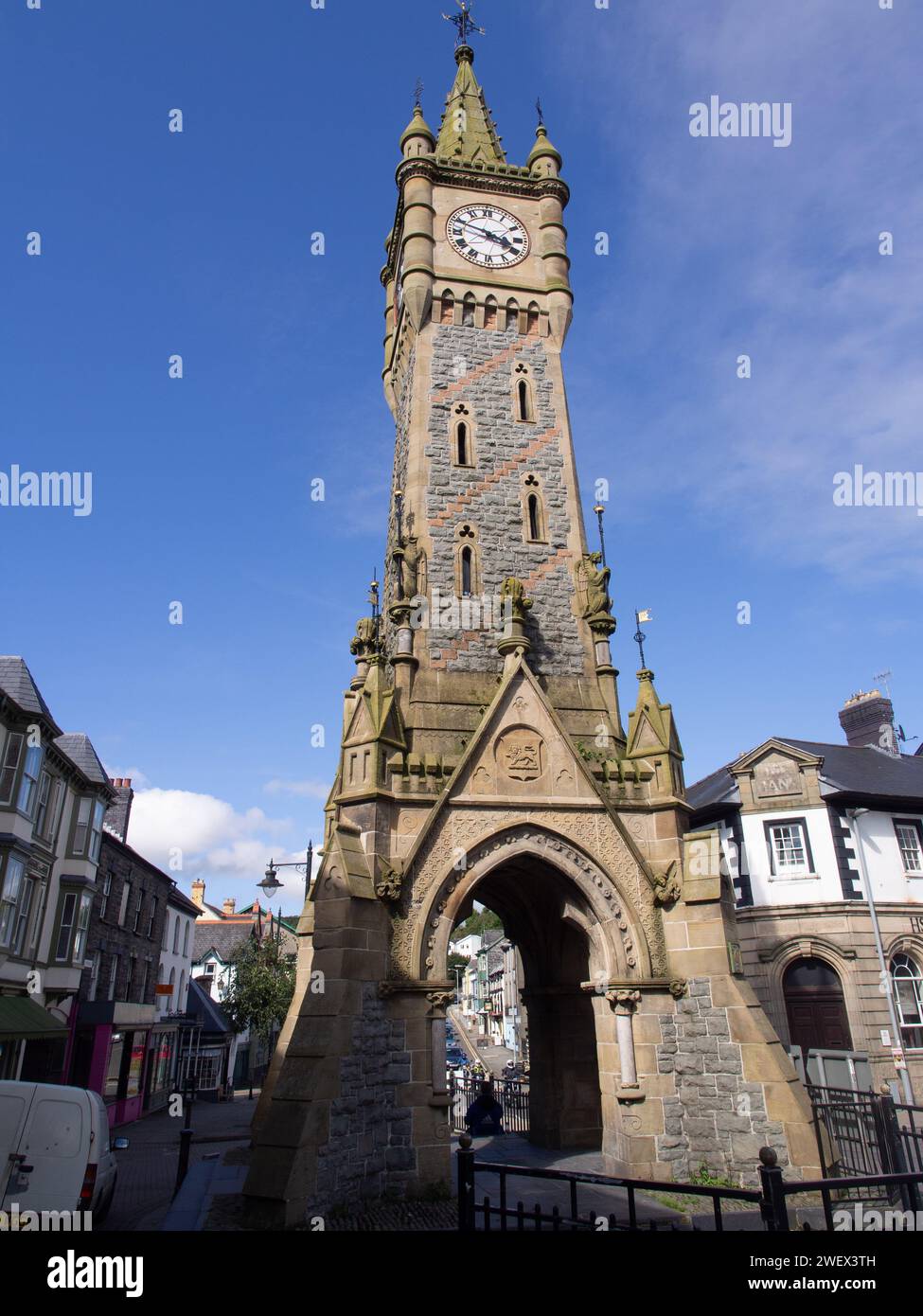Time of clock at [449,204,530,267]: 3:48
